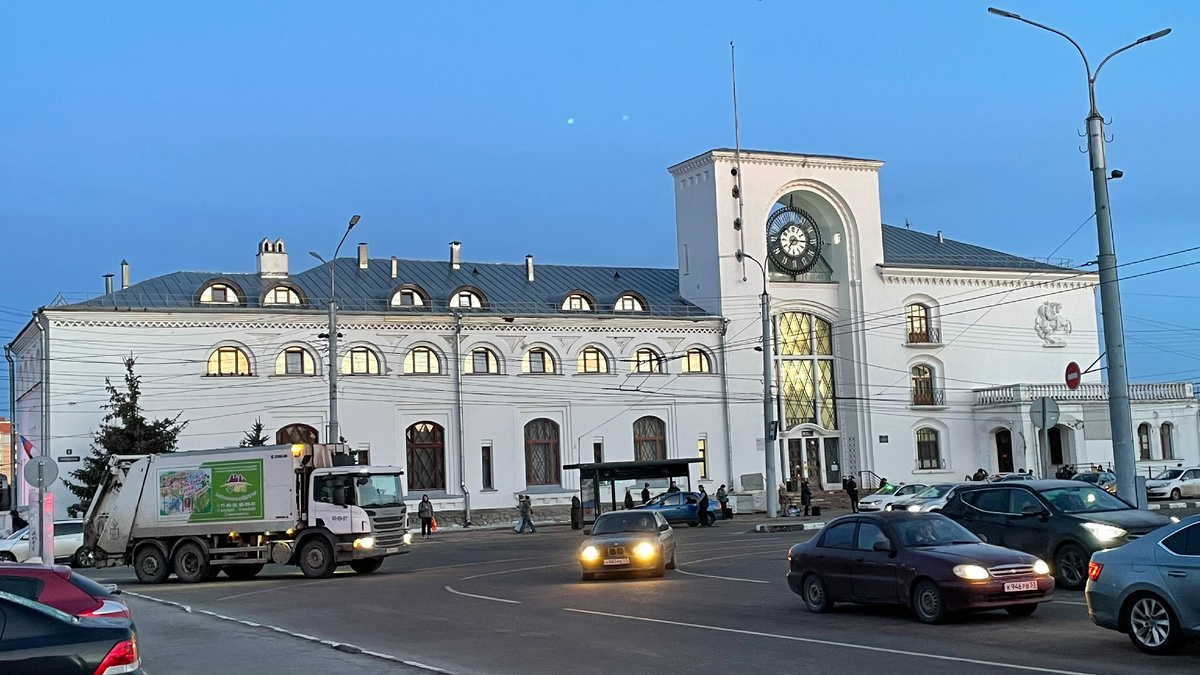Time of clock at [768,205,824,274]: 7:15
